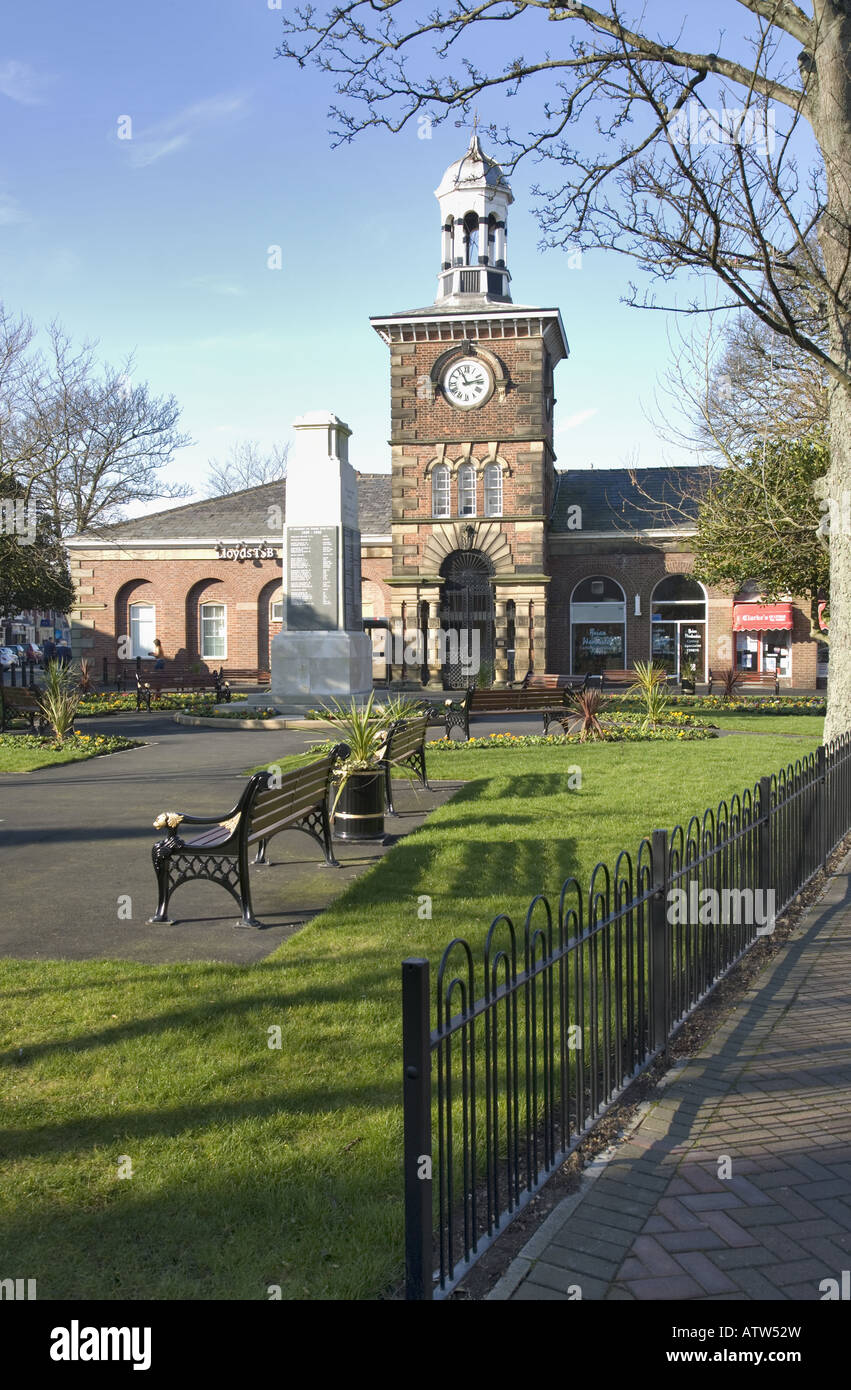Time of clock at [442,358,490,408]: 11:12
